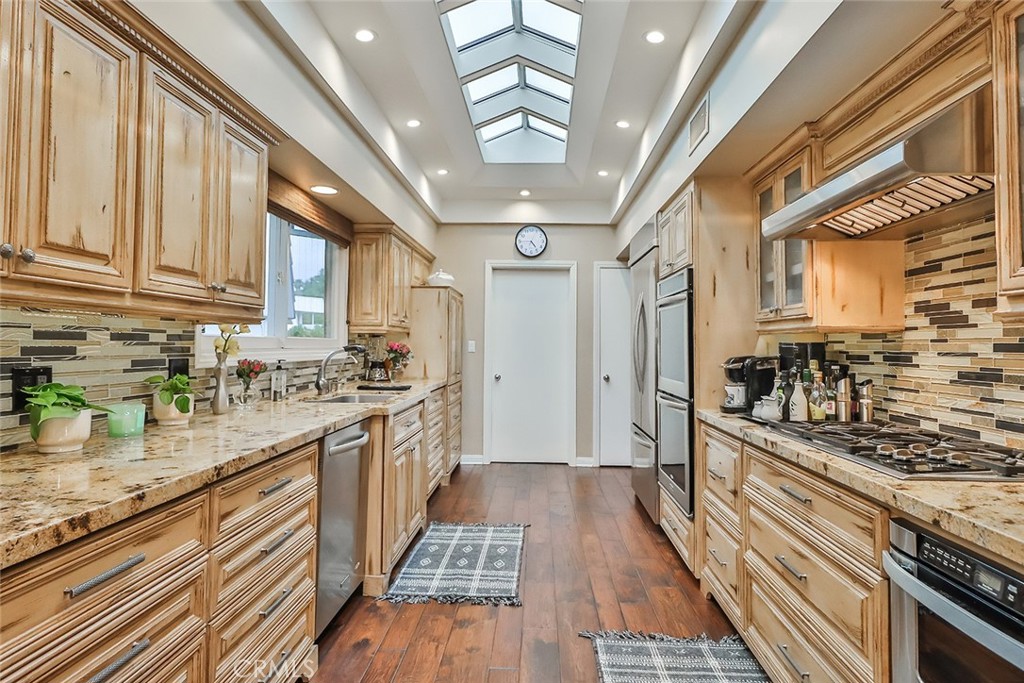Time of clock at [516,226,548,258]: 4:44
